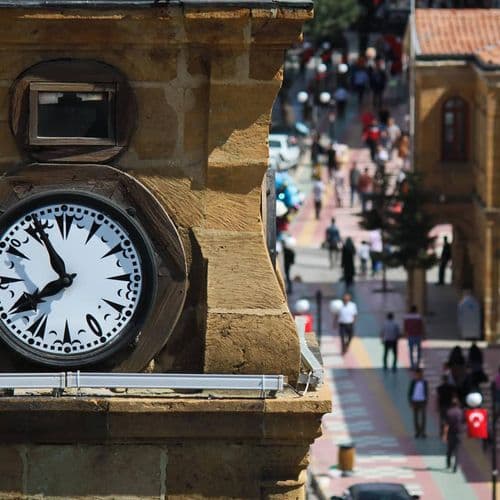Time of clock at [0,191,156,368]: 7:55
